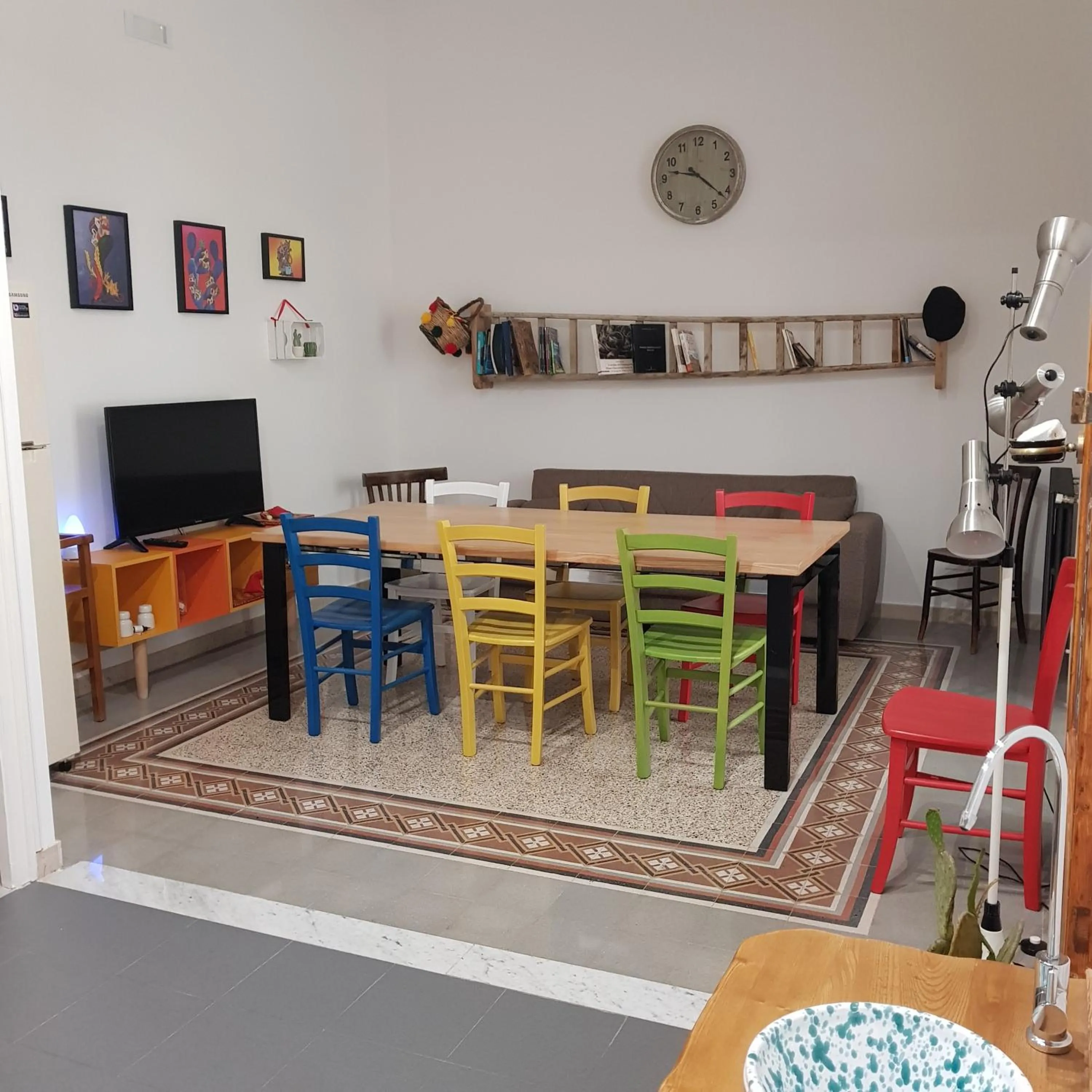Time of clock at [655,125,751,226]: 9:21
